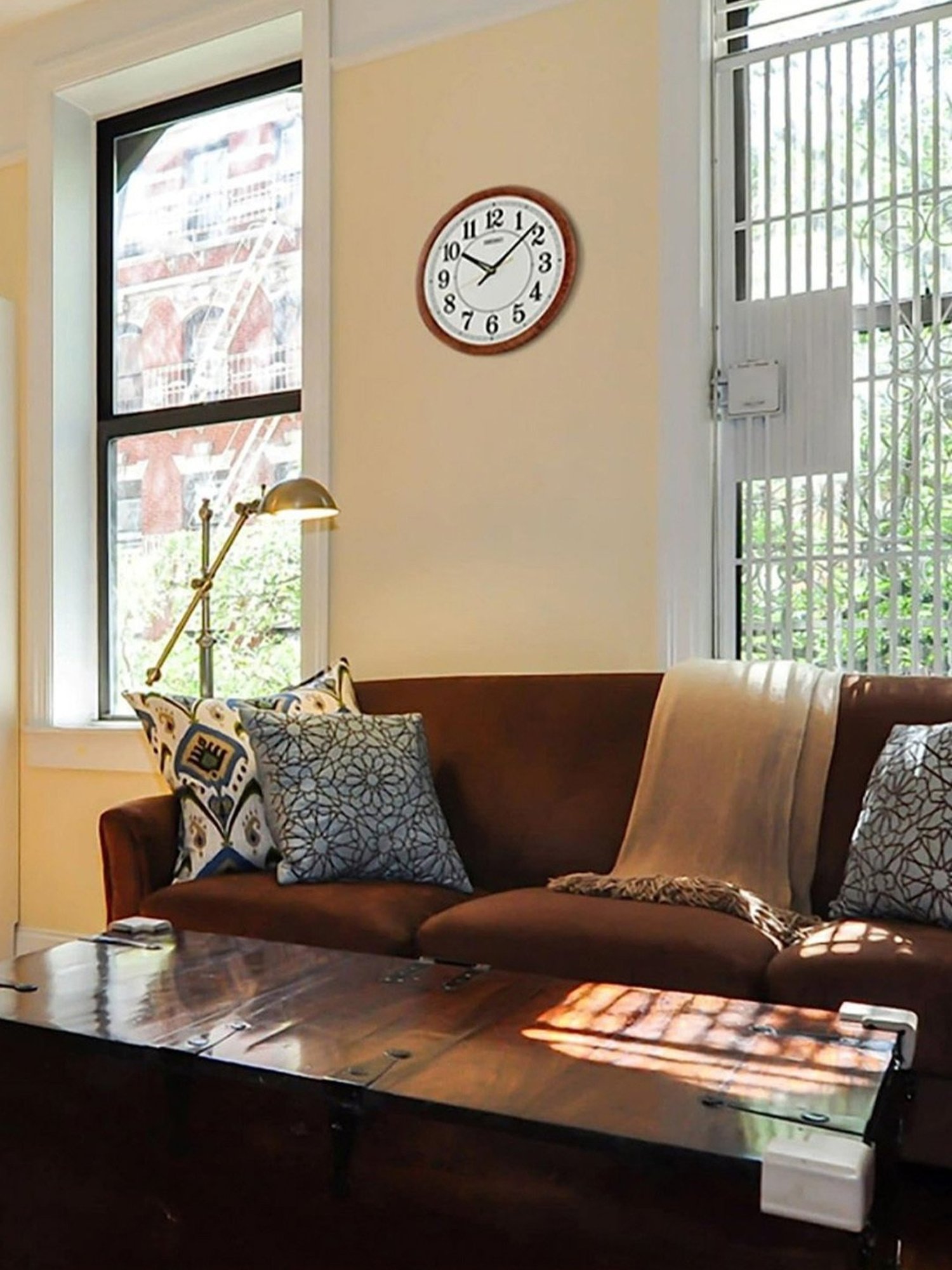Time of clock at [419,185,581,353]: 10:07
